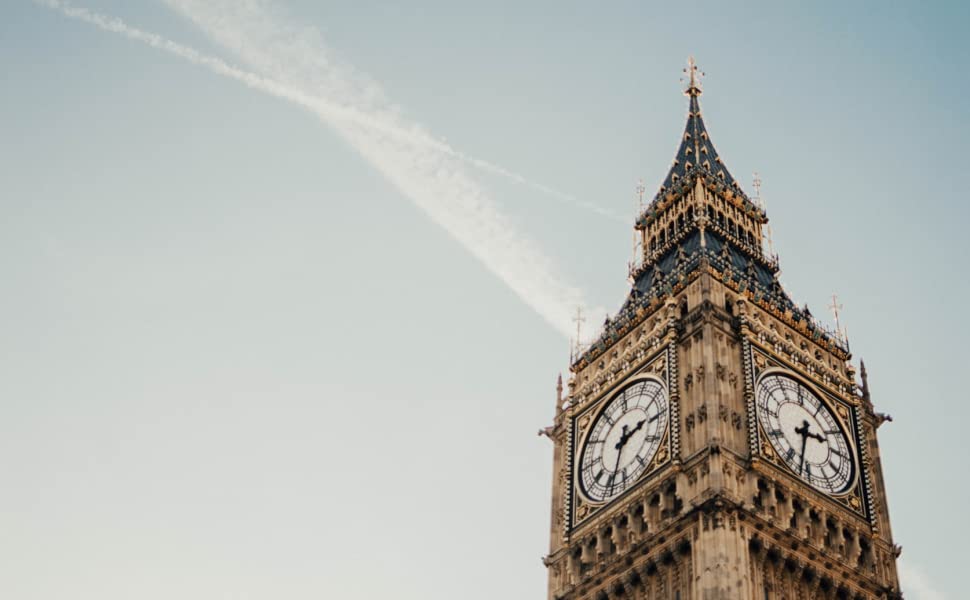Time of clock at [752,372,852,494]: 2:32
